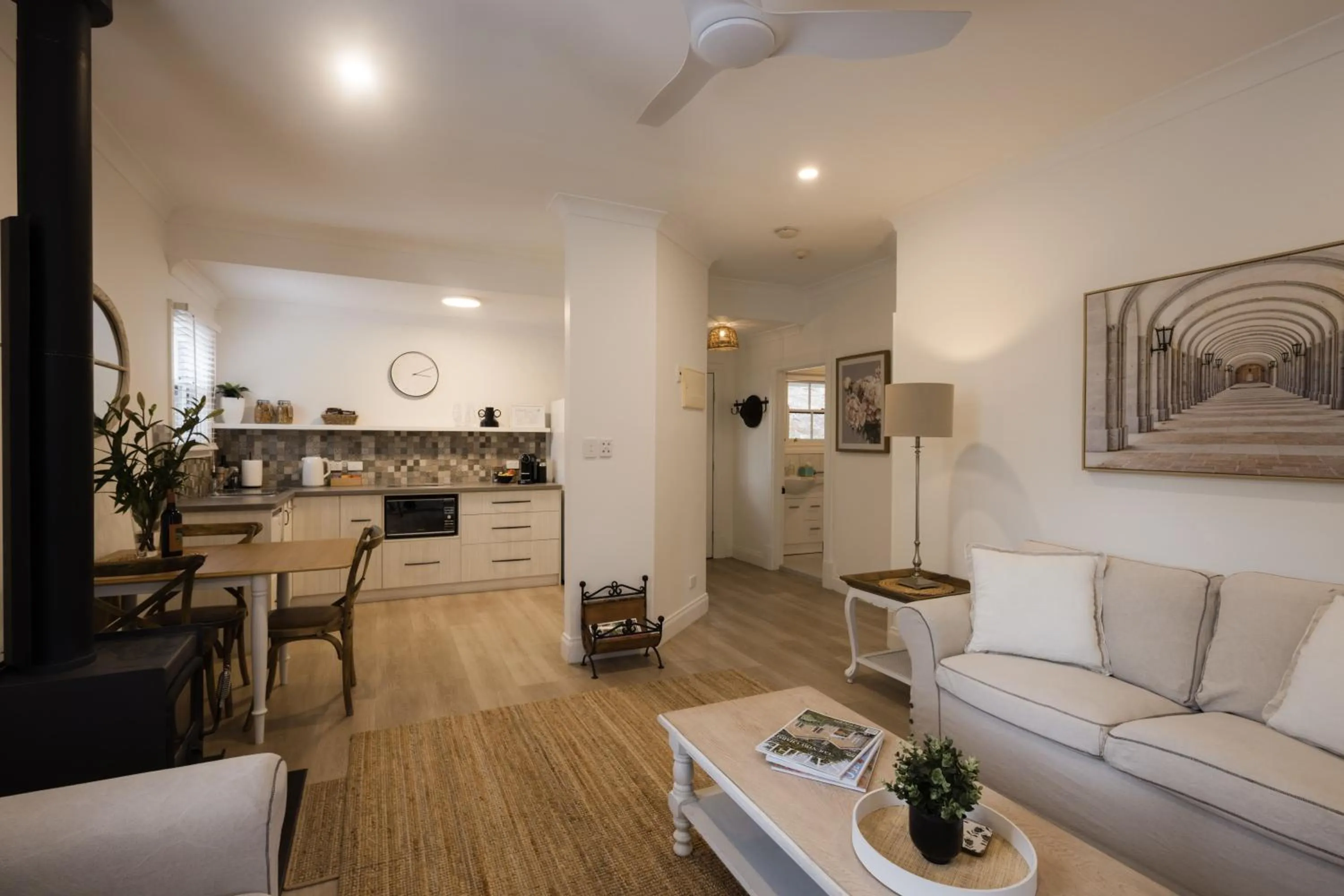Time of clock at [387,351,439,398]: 3:11
